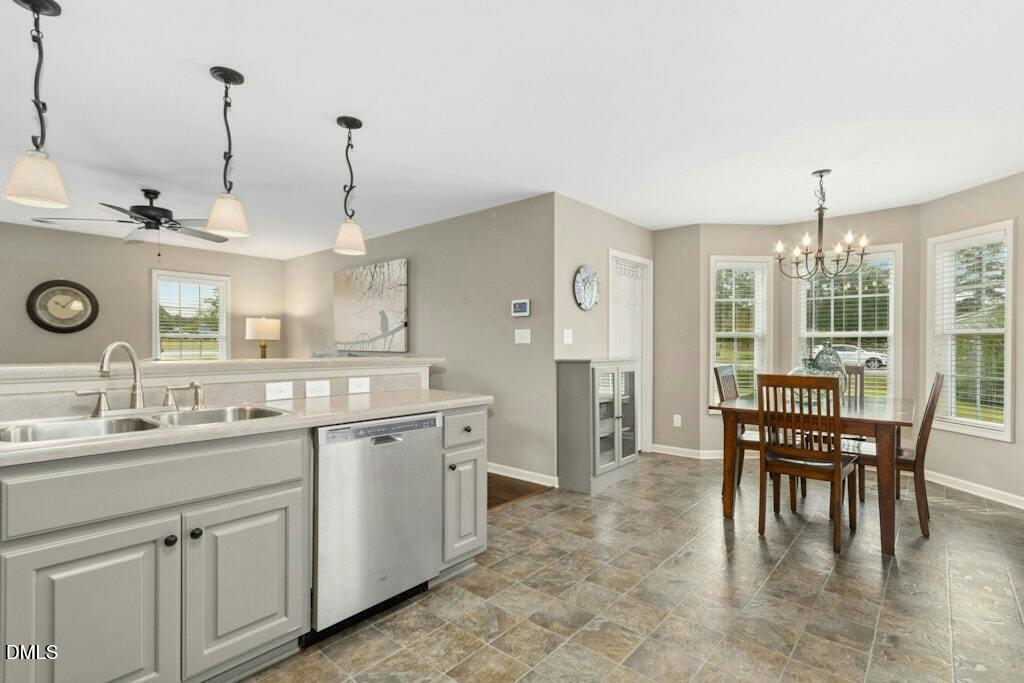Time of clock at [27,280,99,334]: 10:07
